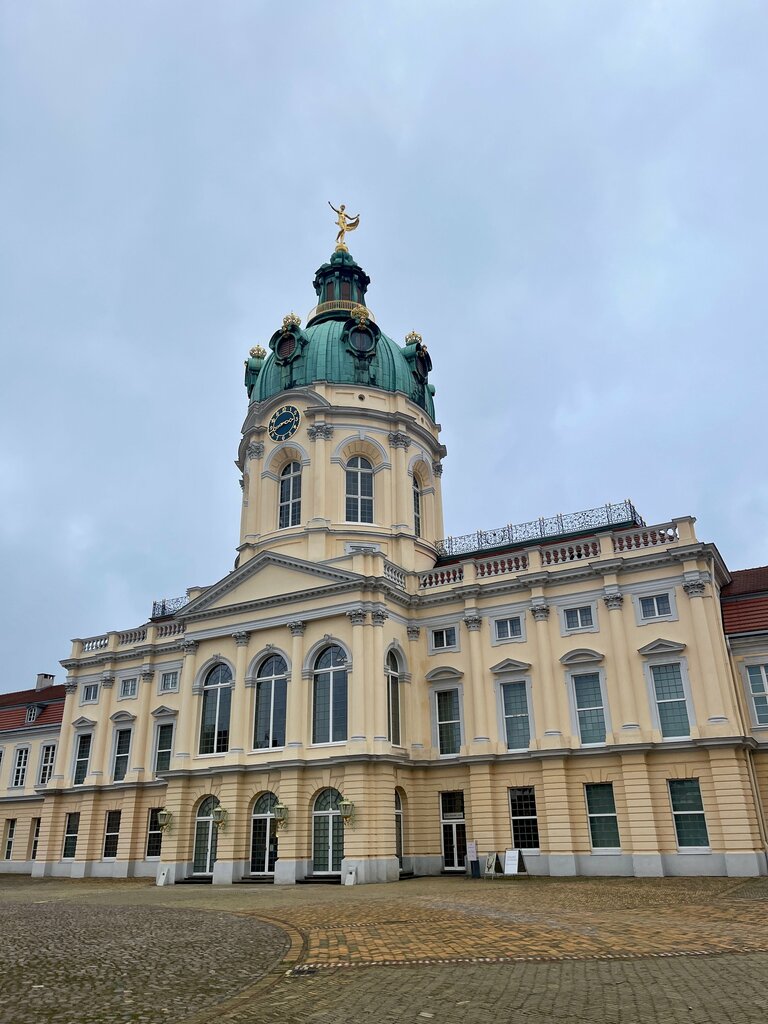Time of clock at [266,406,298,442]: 2:40
